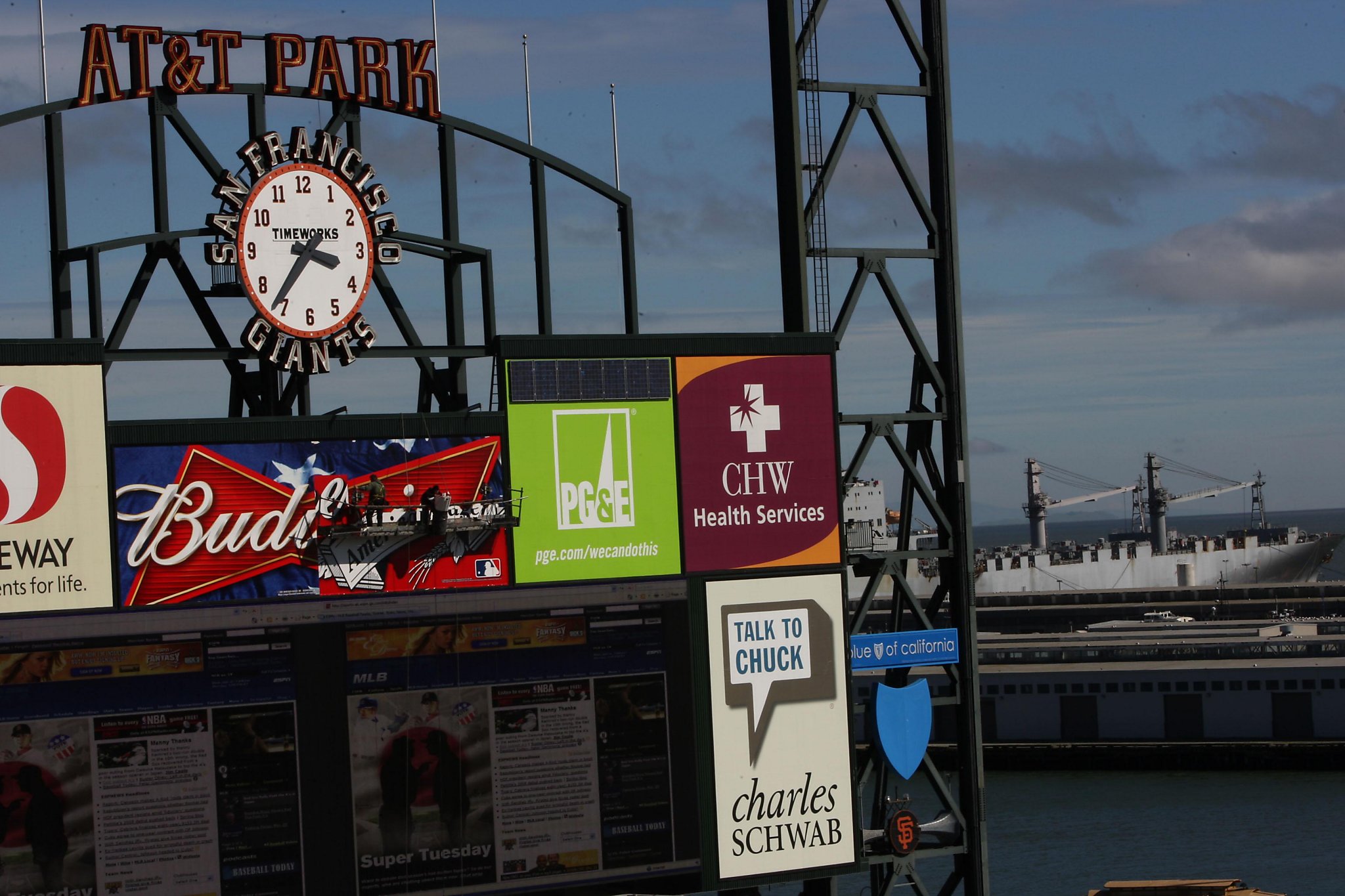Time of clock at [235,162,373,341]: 3:36
